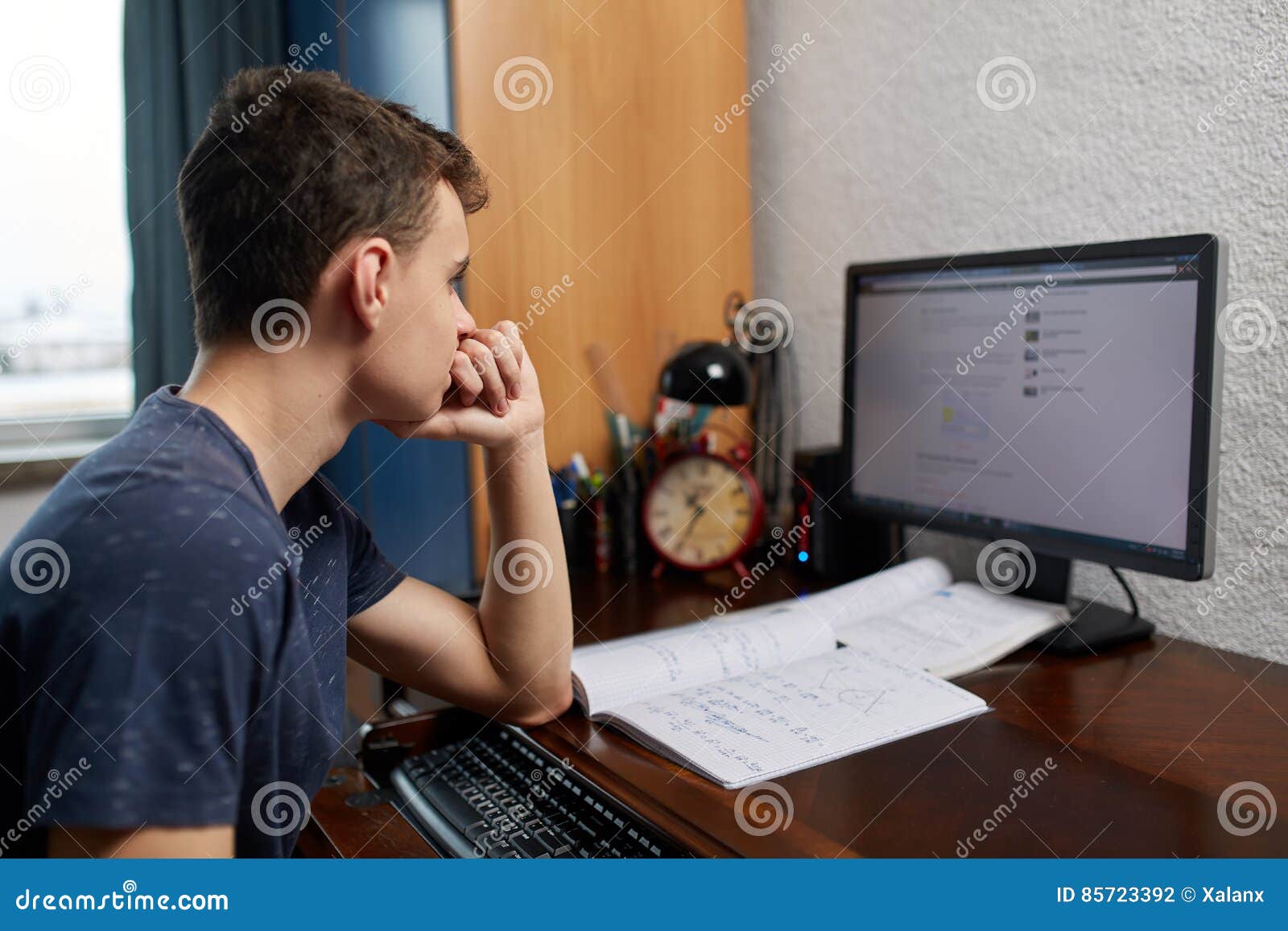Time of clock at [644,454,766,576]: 10:34
